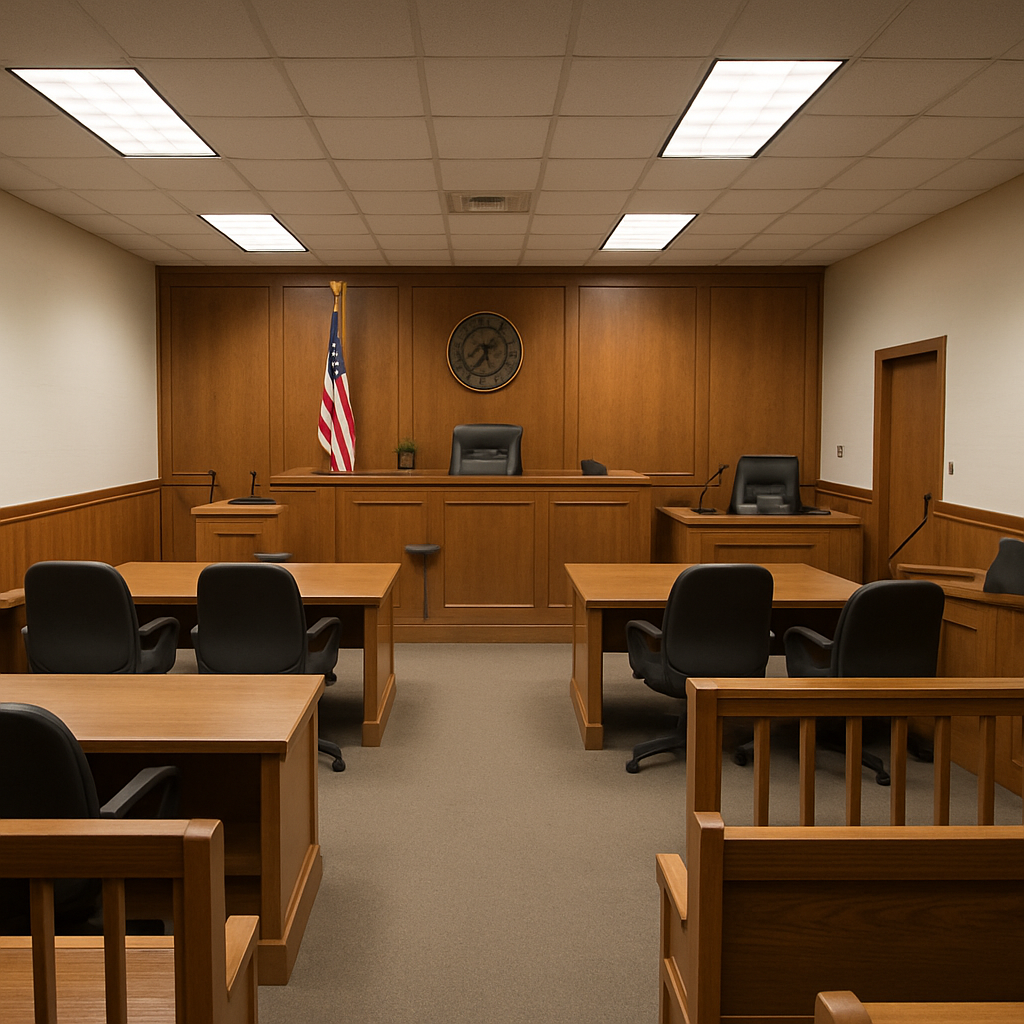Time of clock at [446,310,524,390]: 5:35
